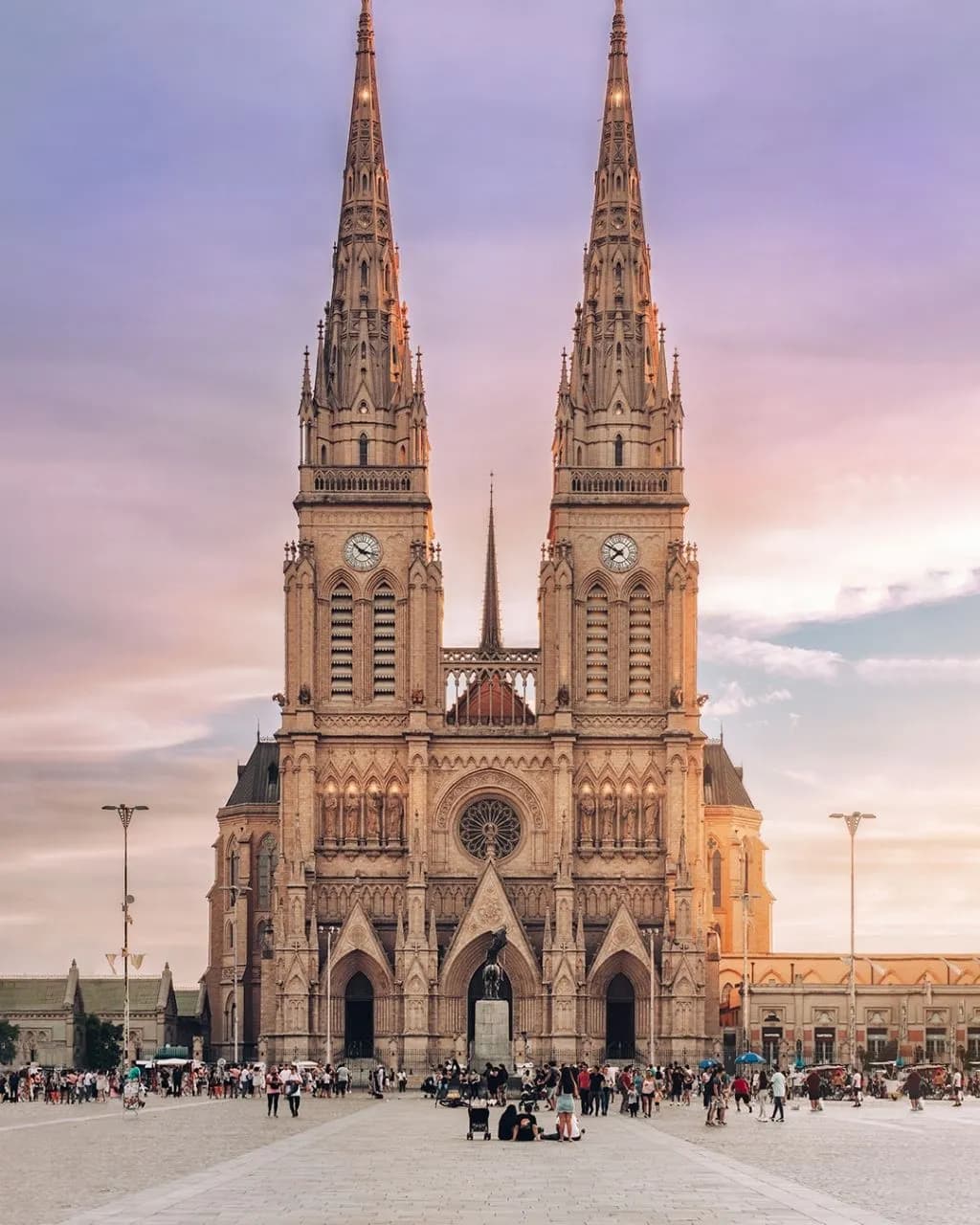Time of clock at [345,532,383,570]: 10:17
